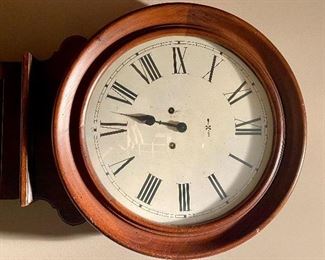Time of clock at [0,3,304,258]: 9:47
